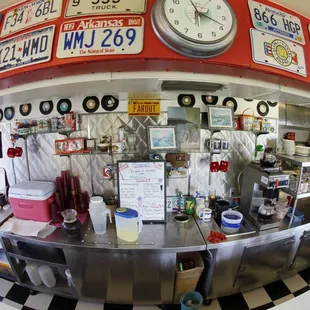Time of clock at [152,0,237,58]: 11:18
